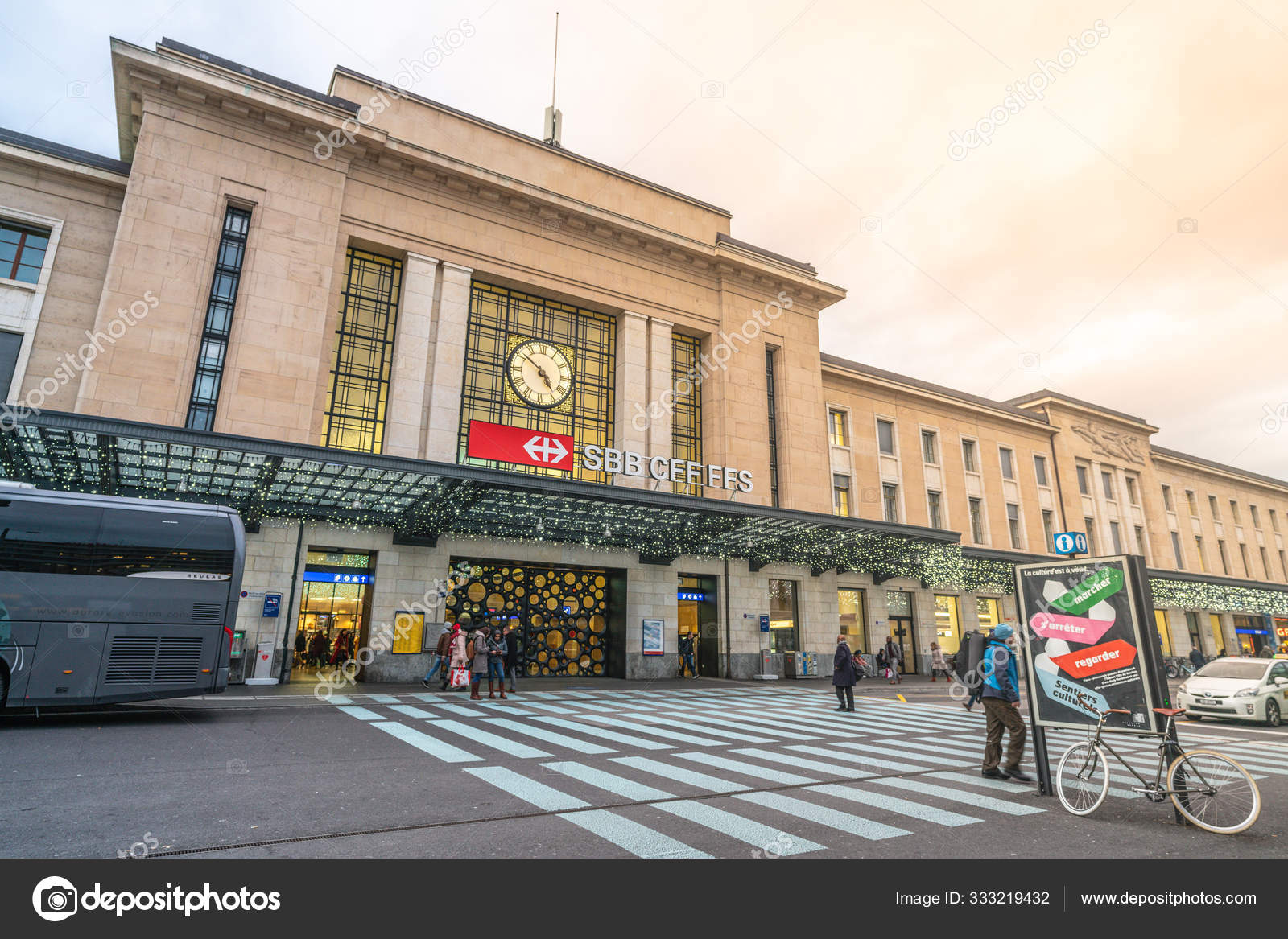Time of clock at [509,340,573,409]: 4:51
